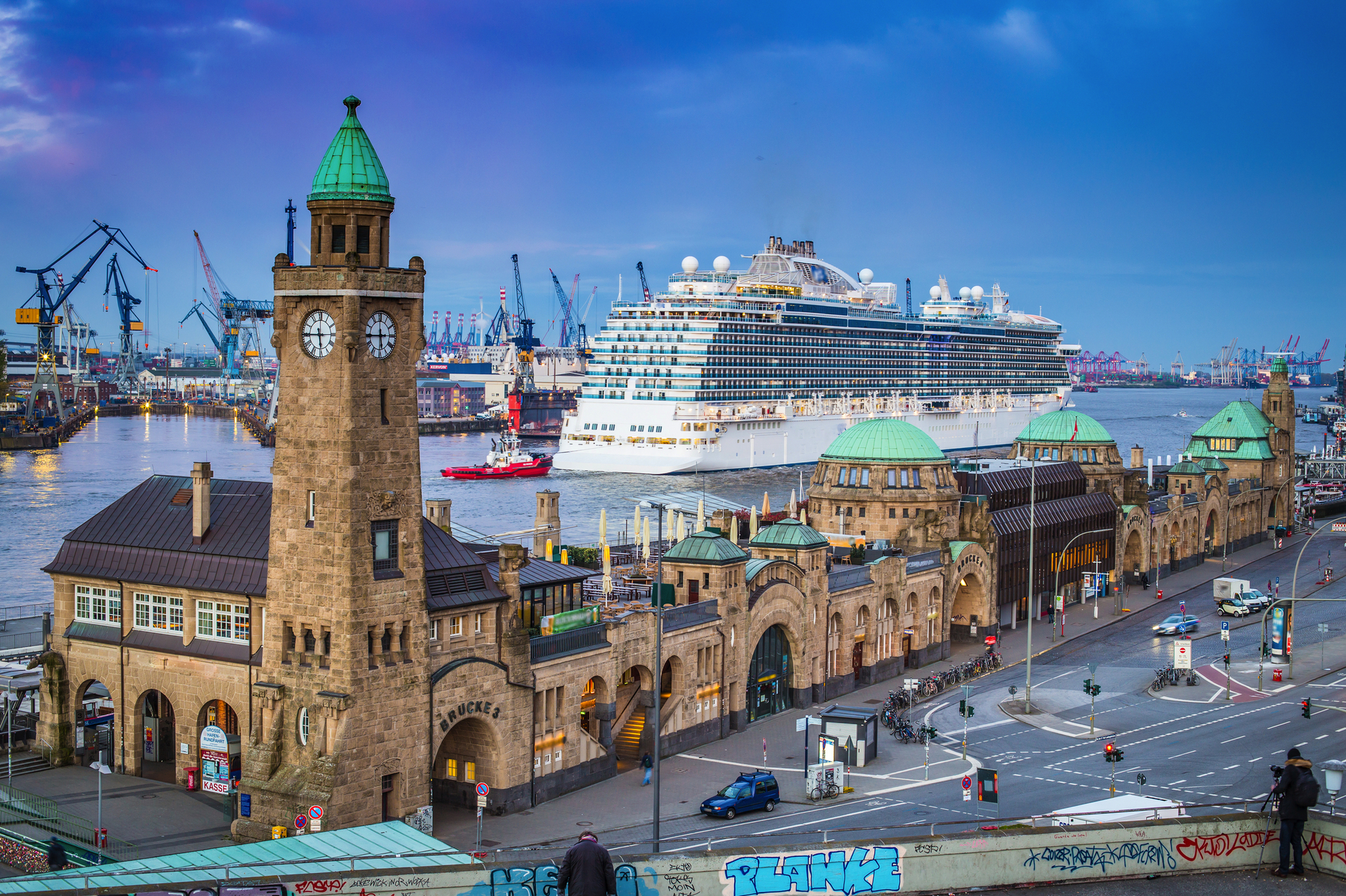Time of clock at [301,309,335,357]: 5:45
